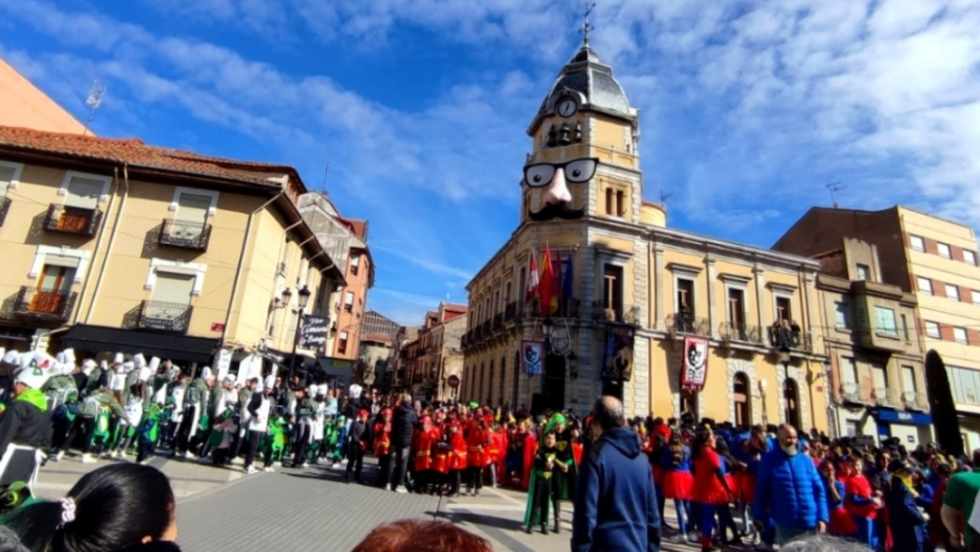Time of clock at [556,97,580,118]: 12:34
